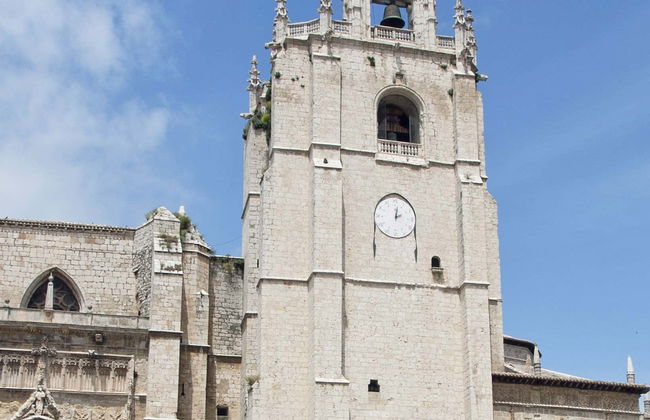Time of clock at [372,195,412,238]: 2:01
